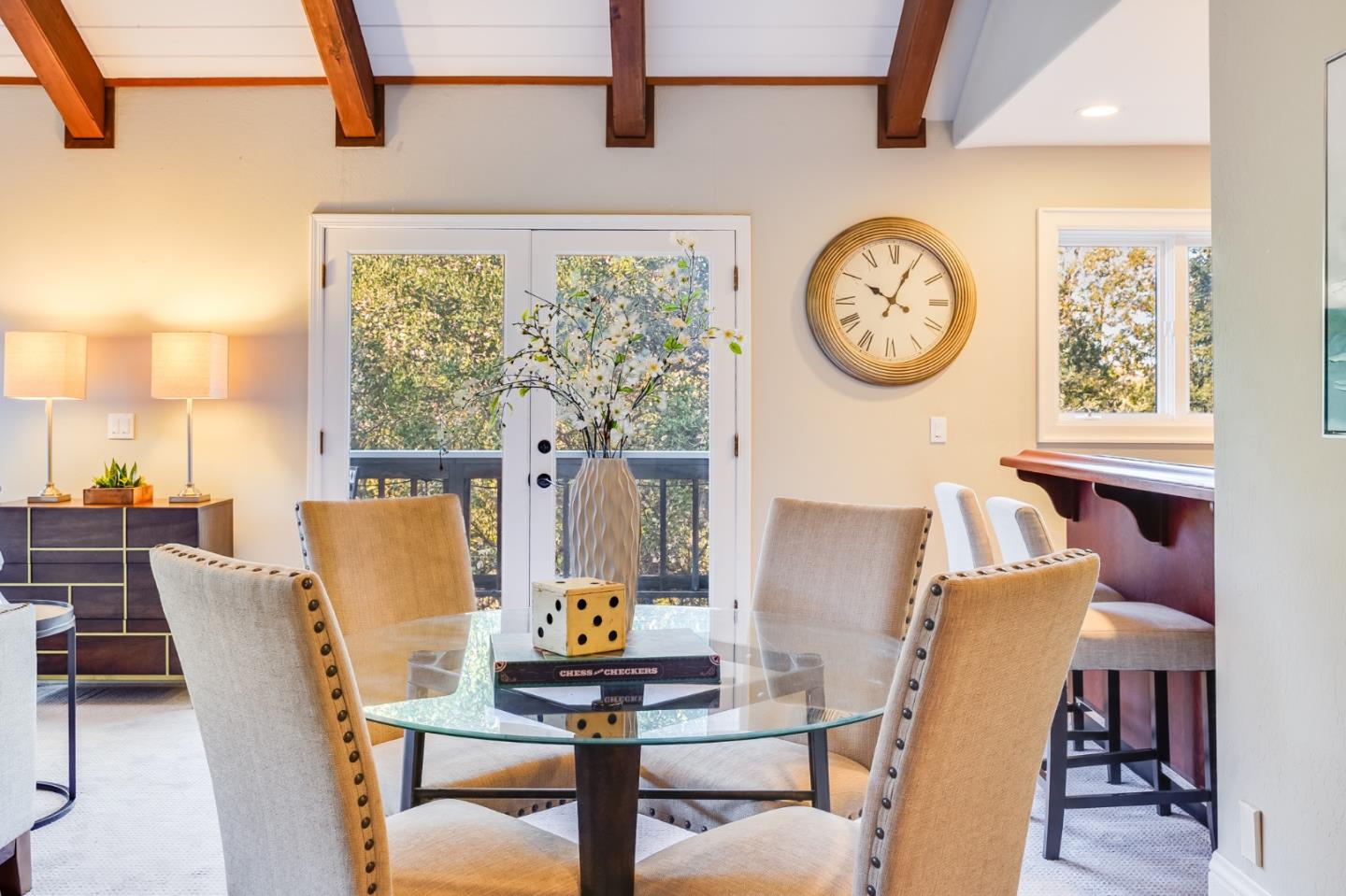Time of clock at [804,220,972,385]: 10:04
